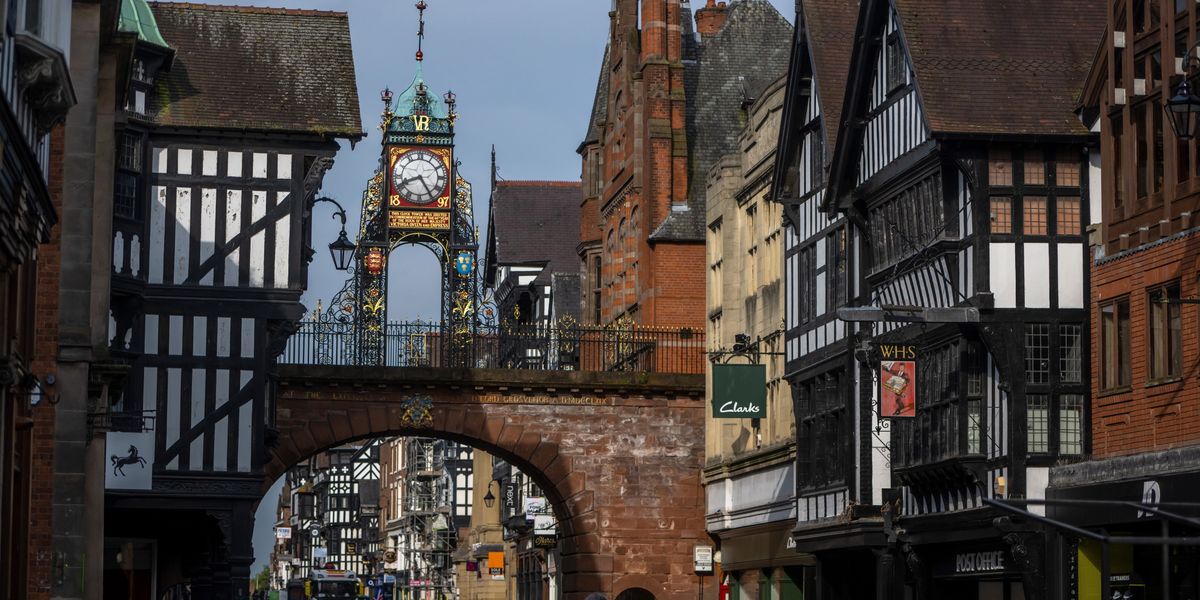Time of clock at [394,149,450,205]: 8:24
